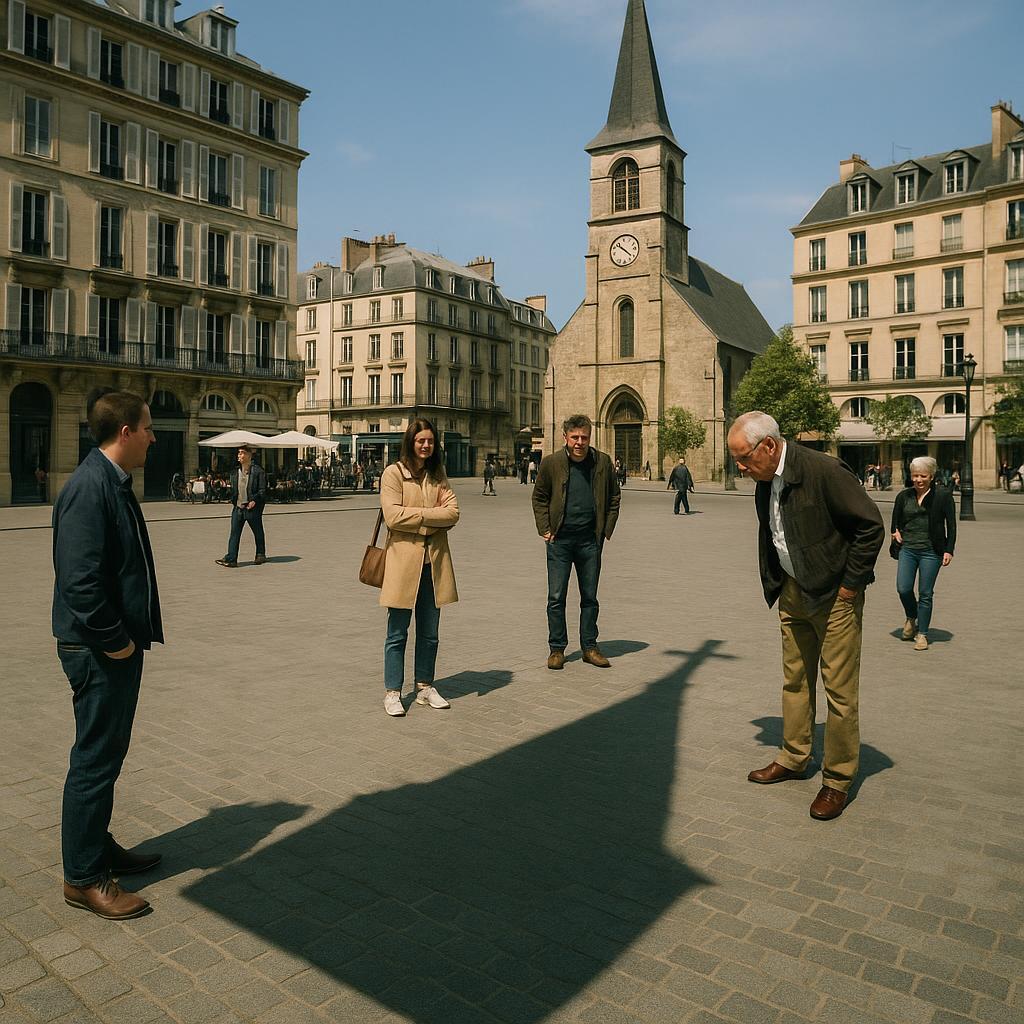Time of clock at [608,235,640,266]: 10:21
